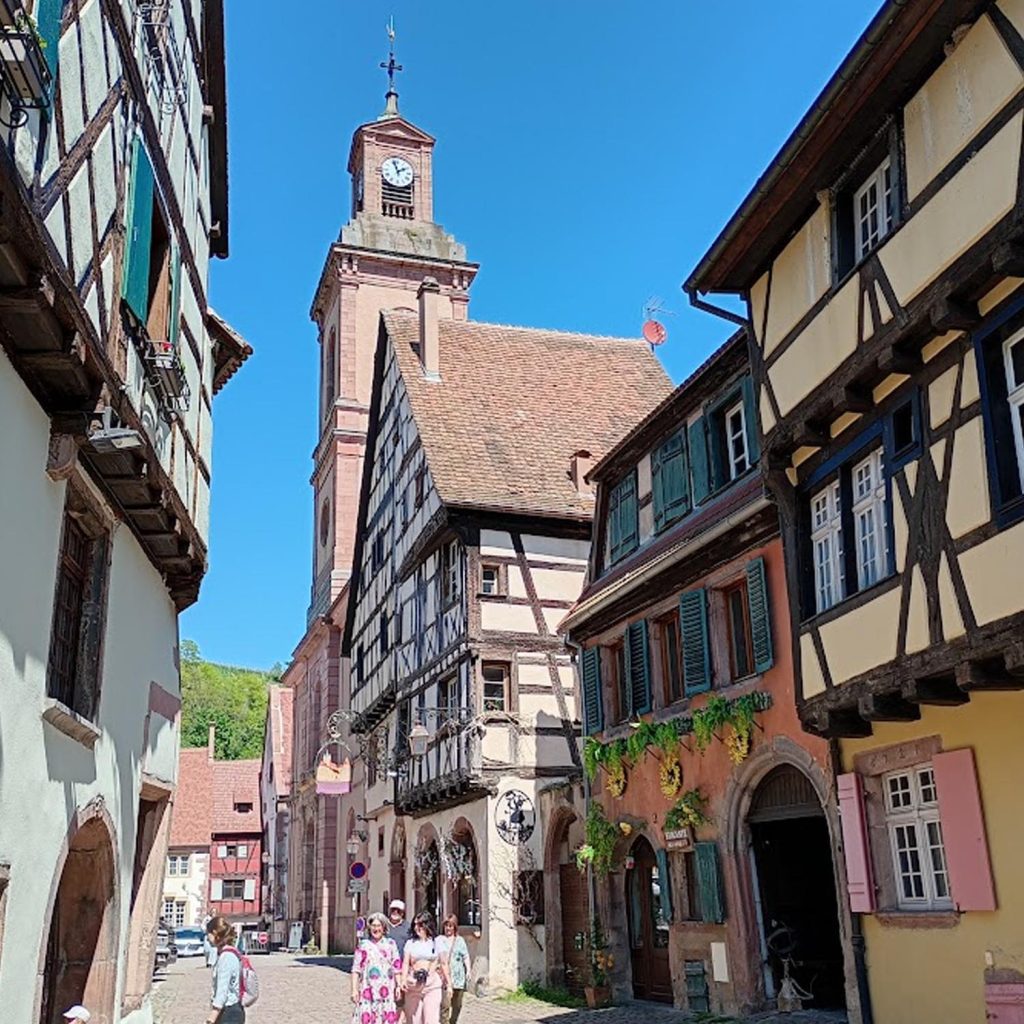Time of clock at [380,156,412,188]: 1:57
